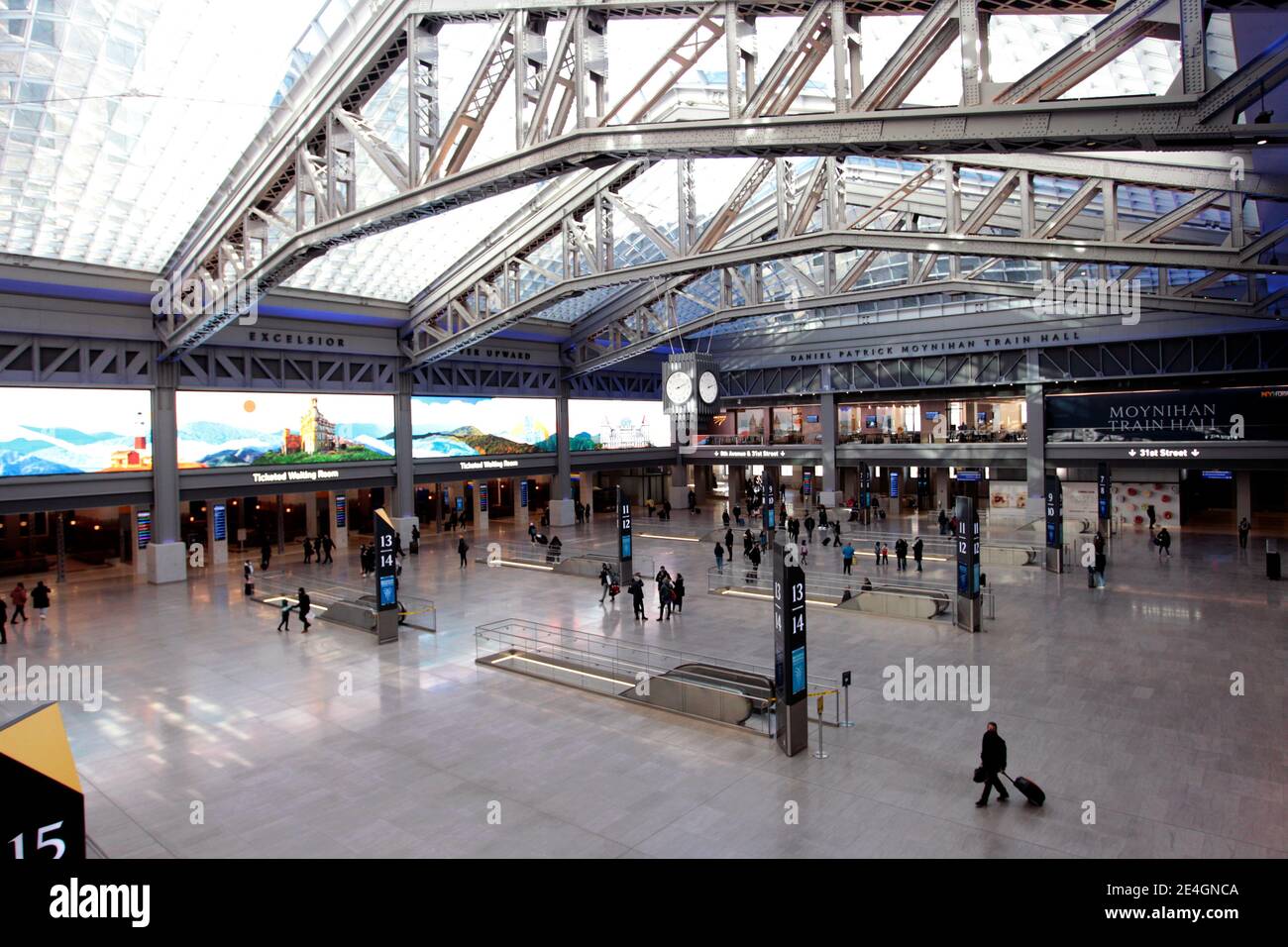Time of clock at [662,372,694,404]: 2:11
